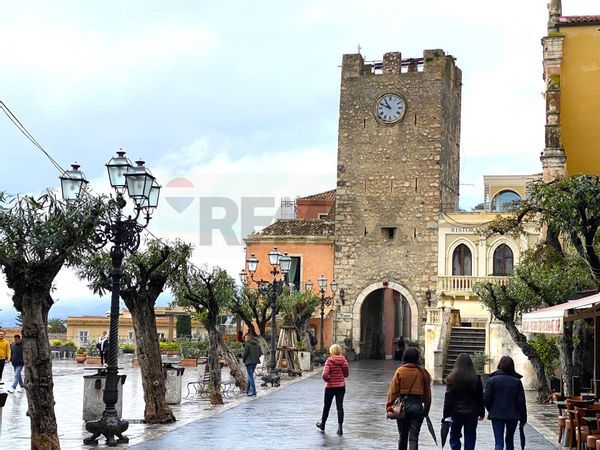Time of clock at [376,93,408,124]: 10:48
